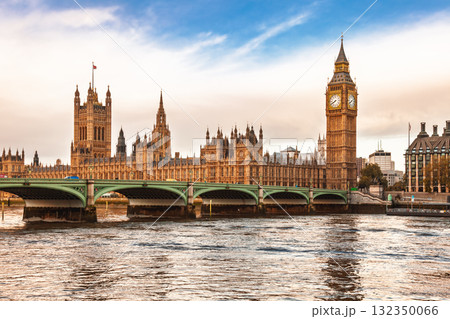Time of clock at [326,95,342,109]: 7:40
